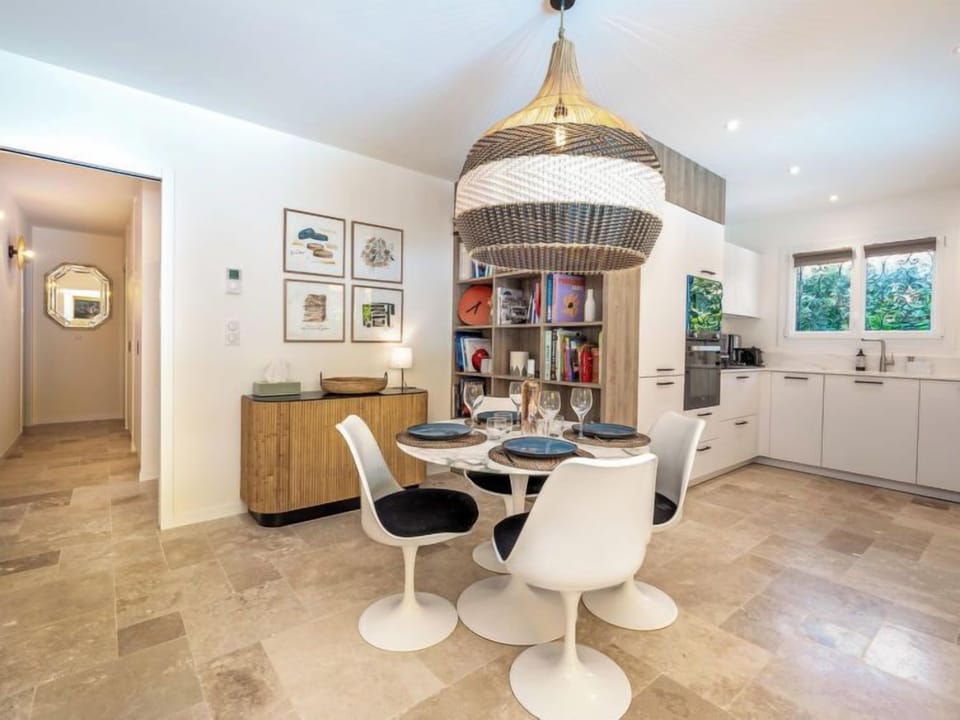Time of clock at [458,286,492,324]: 6:40
